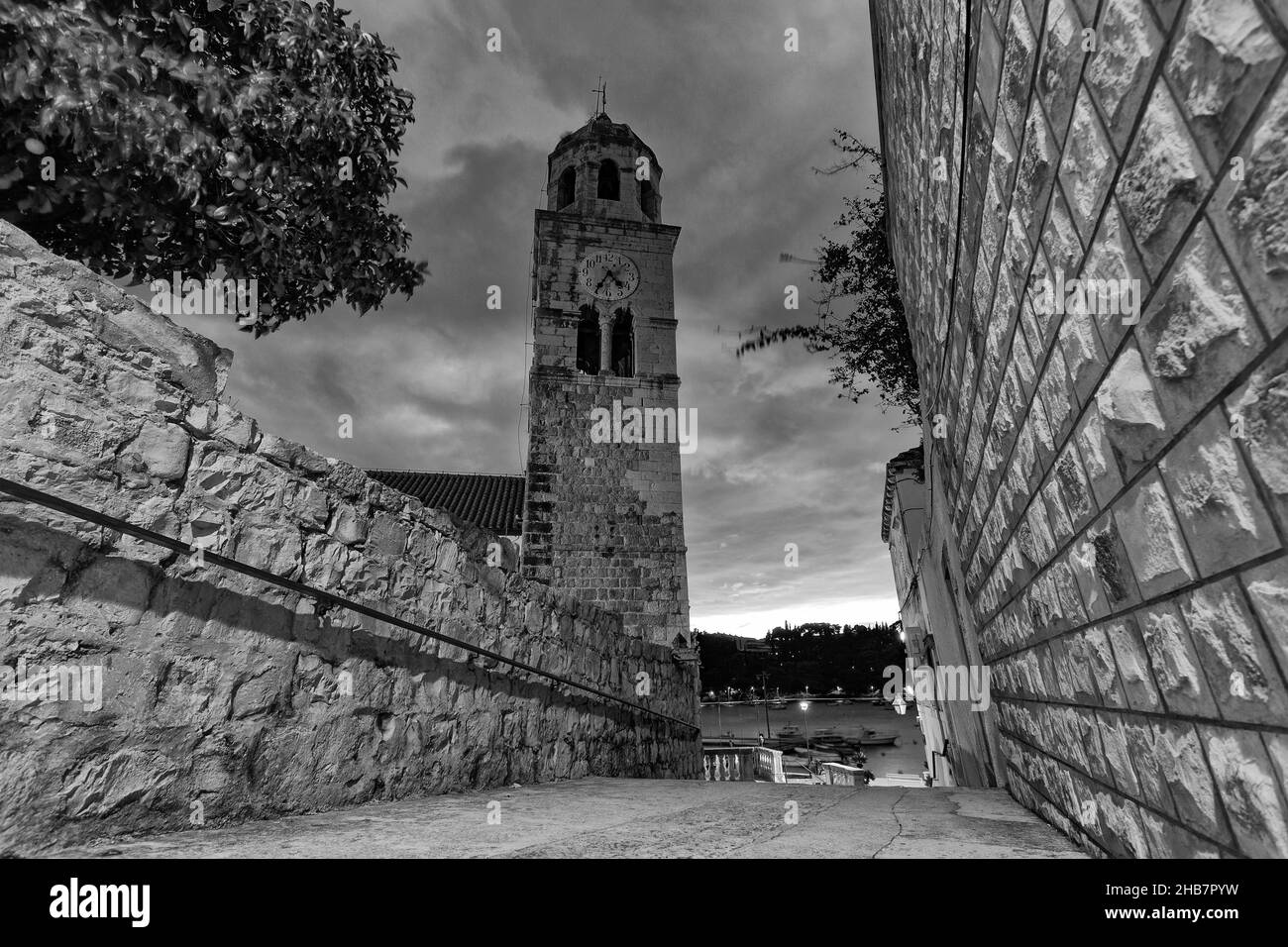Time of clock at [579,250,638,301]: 4:35
